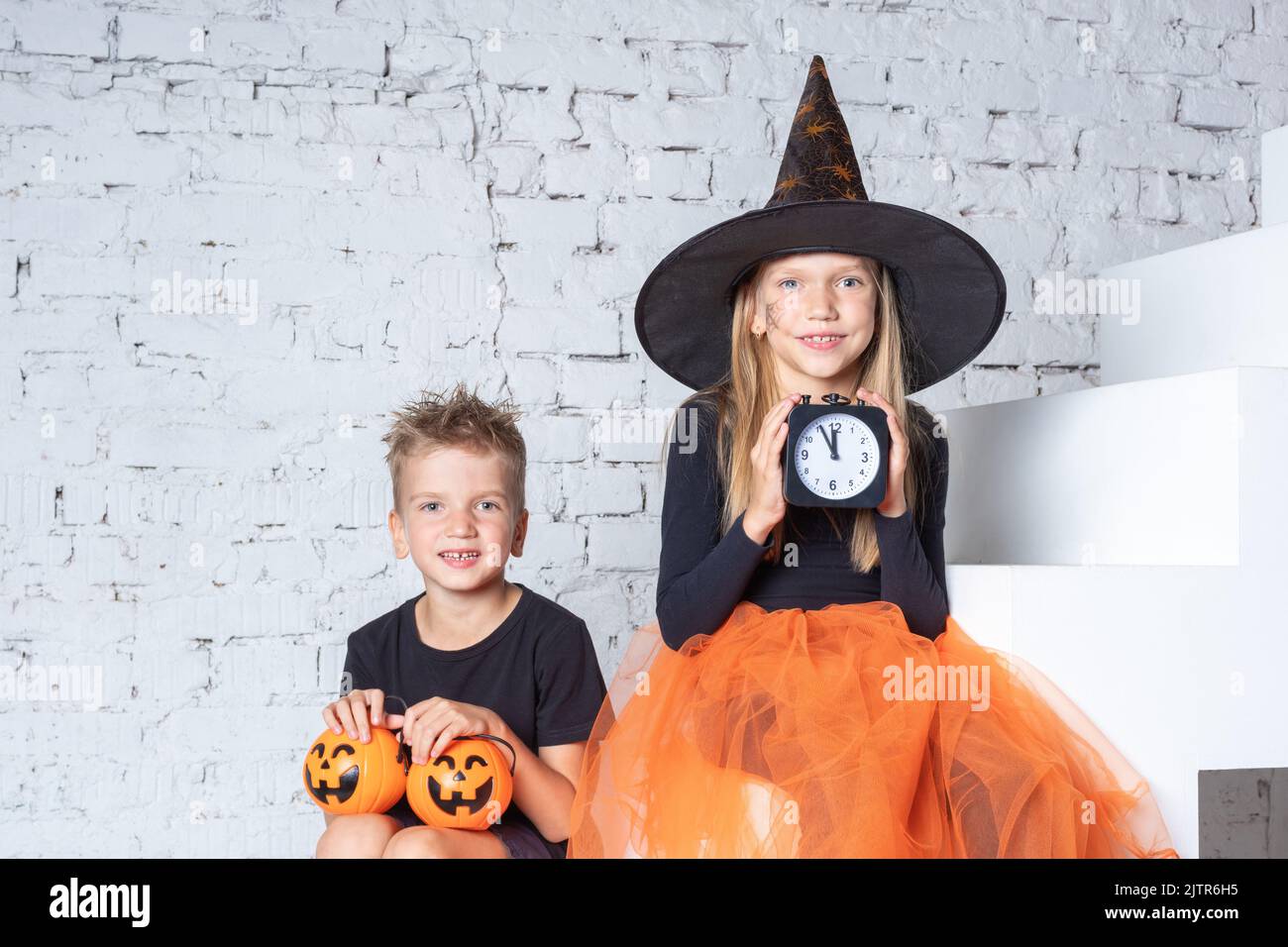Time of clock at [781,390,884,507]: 11:55
